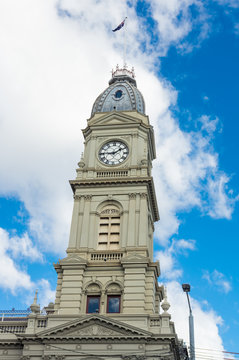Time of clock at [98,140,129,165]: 1:45
